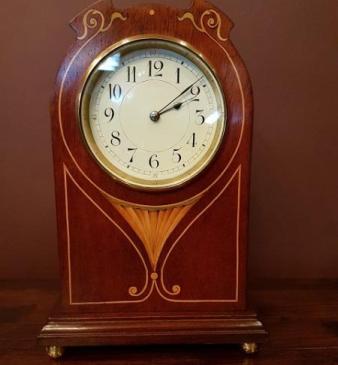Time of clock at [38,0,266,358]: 2:09
